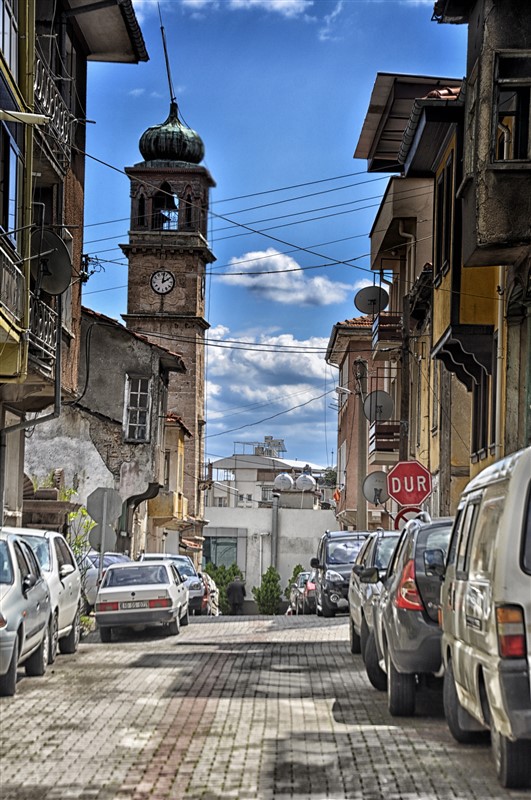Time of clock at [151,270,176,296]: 2:01
